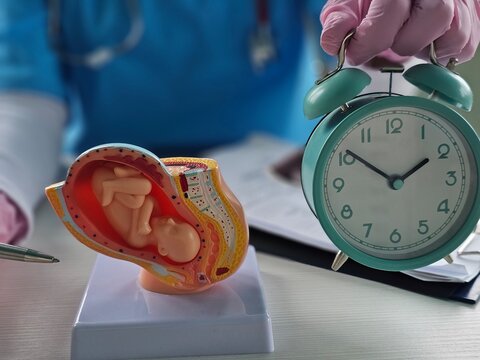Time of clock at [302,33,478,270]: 1:51
